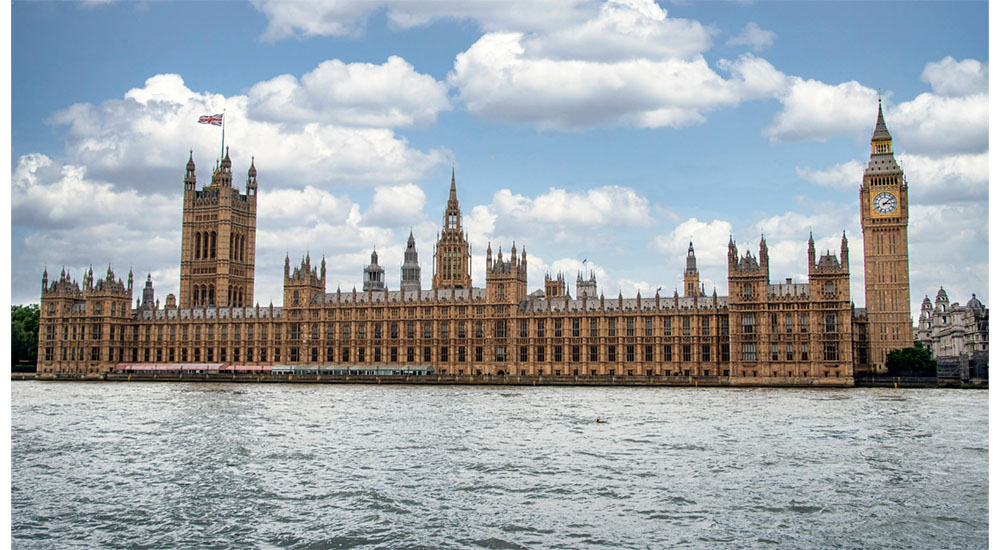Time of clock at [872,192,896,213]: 3:08
